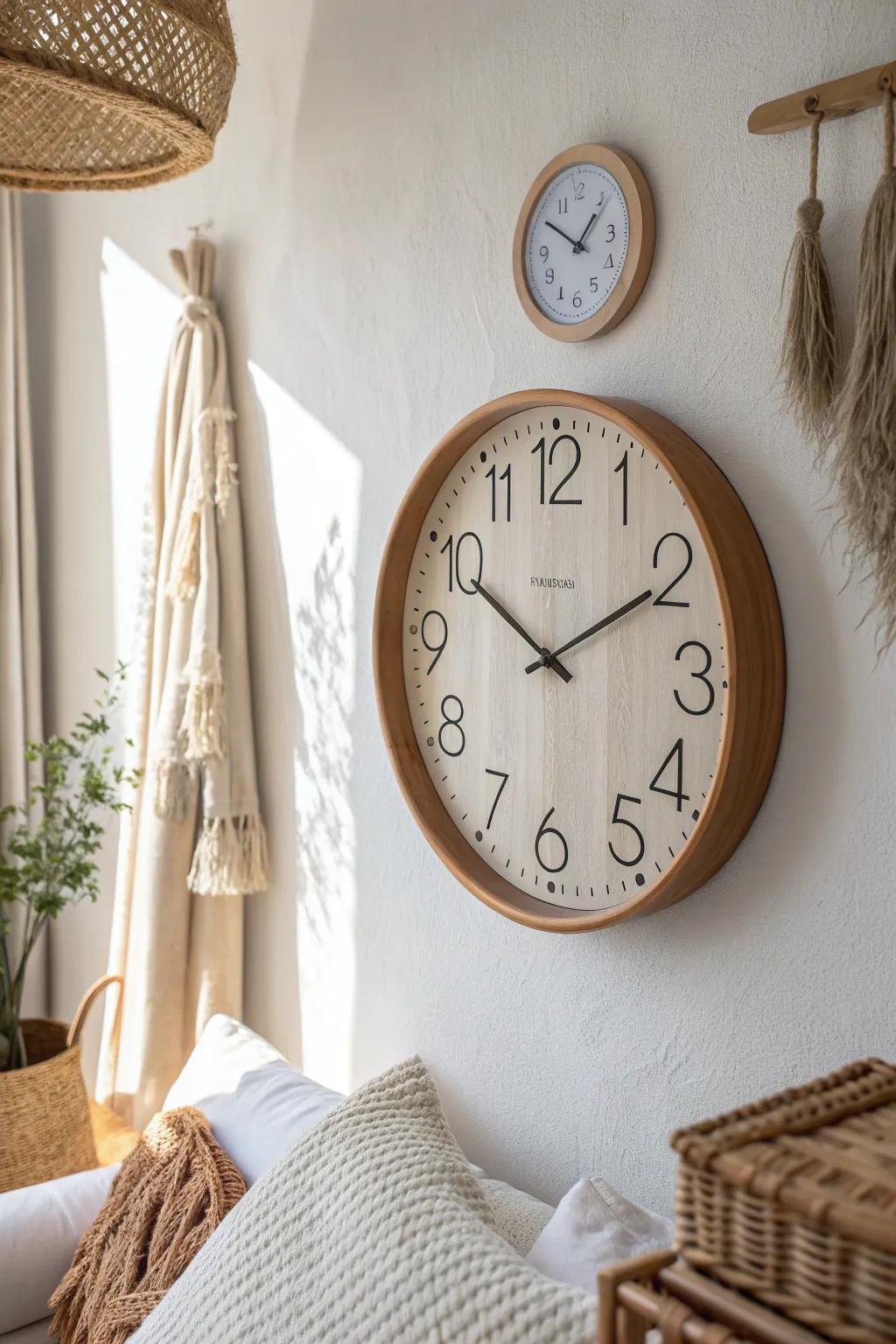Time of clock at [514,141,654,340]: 1:50
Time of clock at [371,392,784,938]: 10:10
